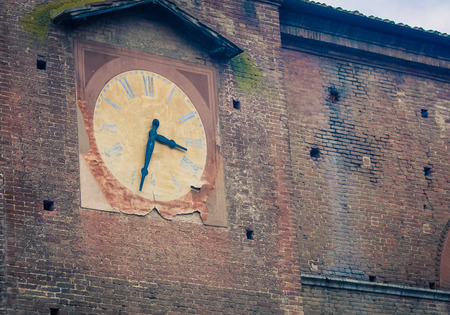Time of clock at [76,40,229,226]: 3:33
